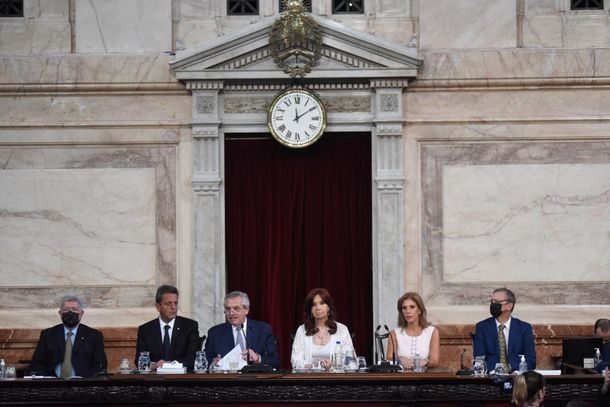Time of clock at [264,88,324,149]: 12:09
